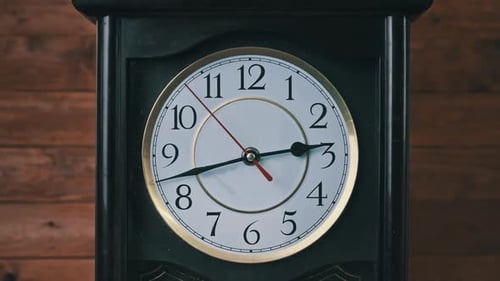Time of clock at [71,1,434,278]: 2:42
